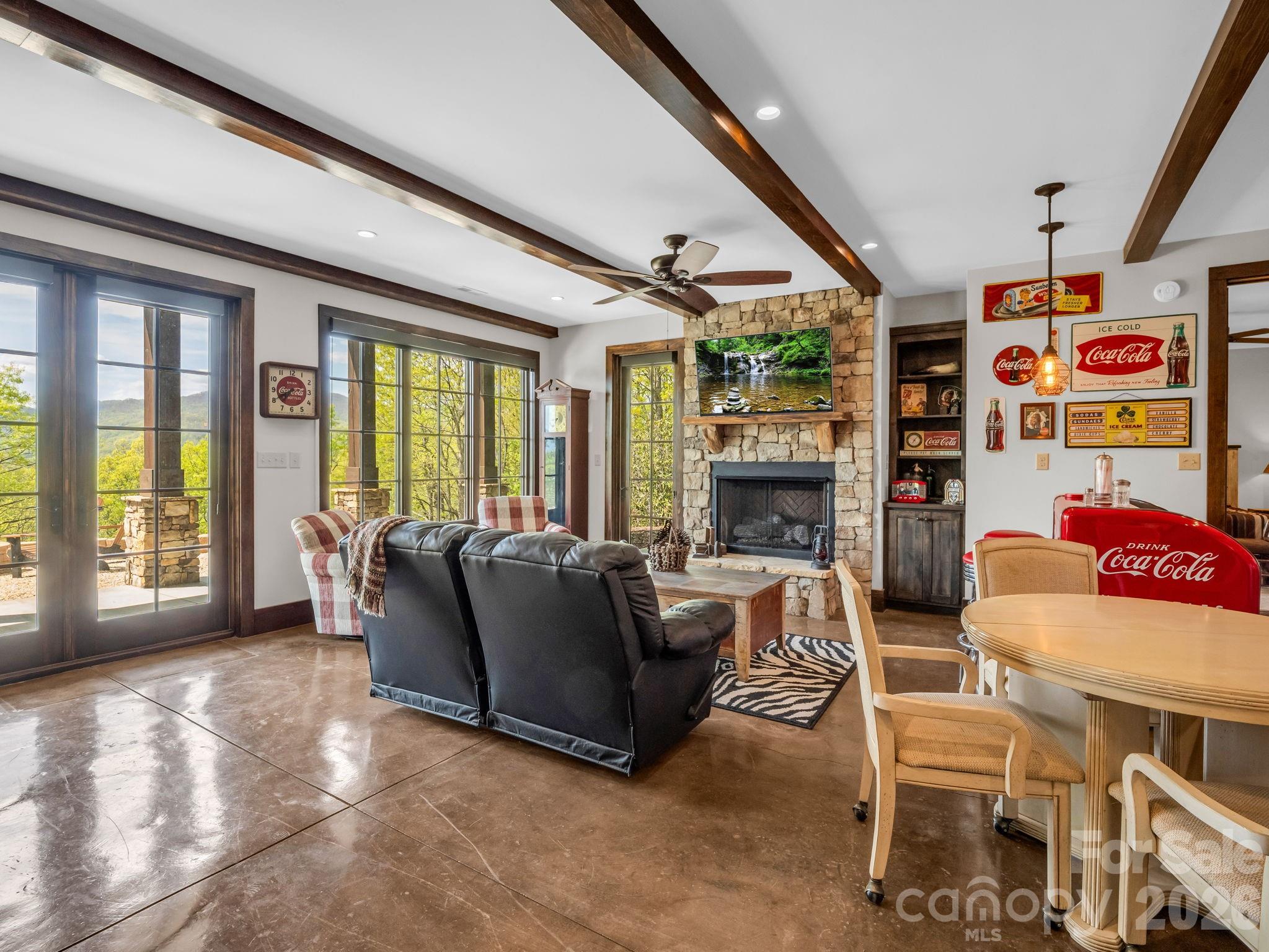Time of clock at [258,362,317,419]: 8:40
